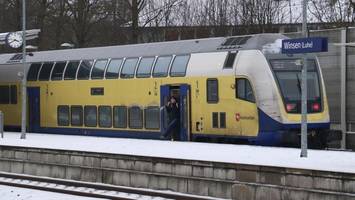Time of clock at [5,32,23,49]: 3:40
